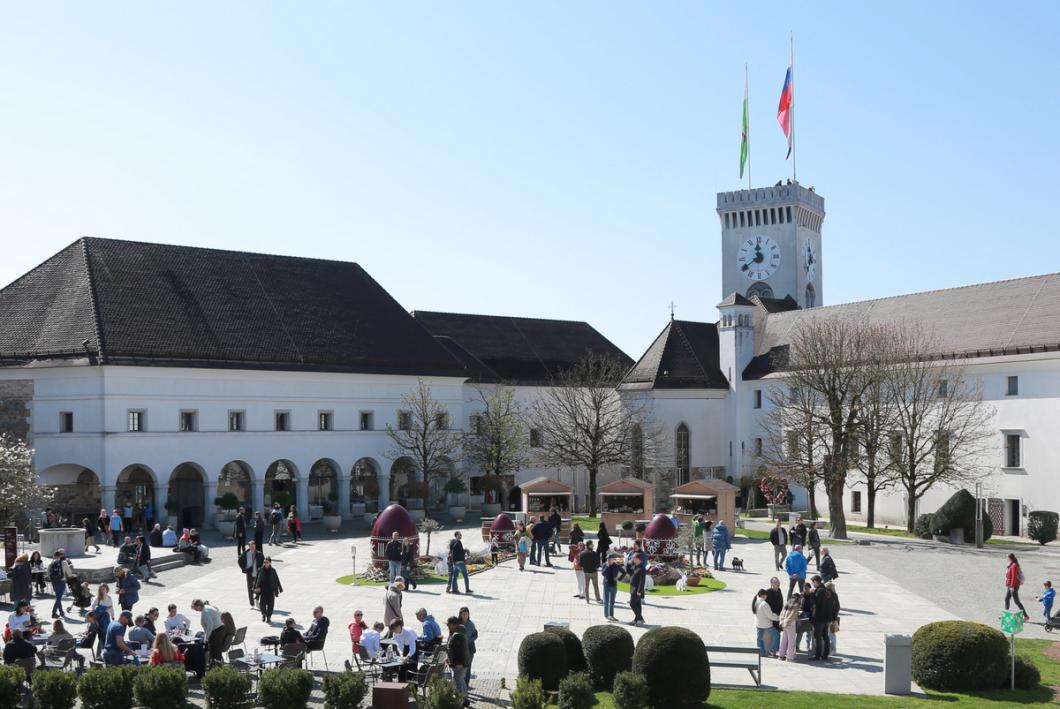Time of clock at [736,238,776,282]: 11:39
